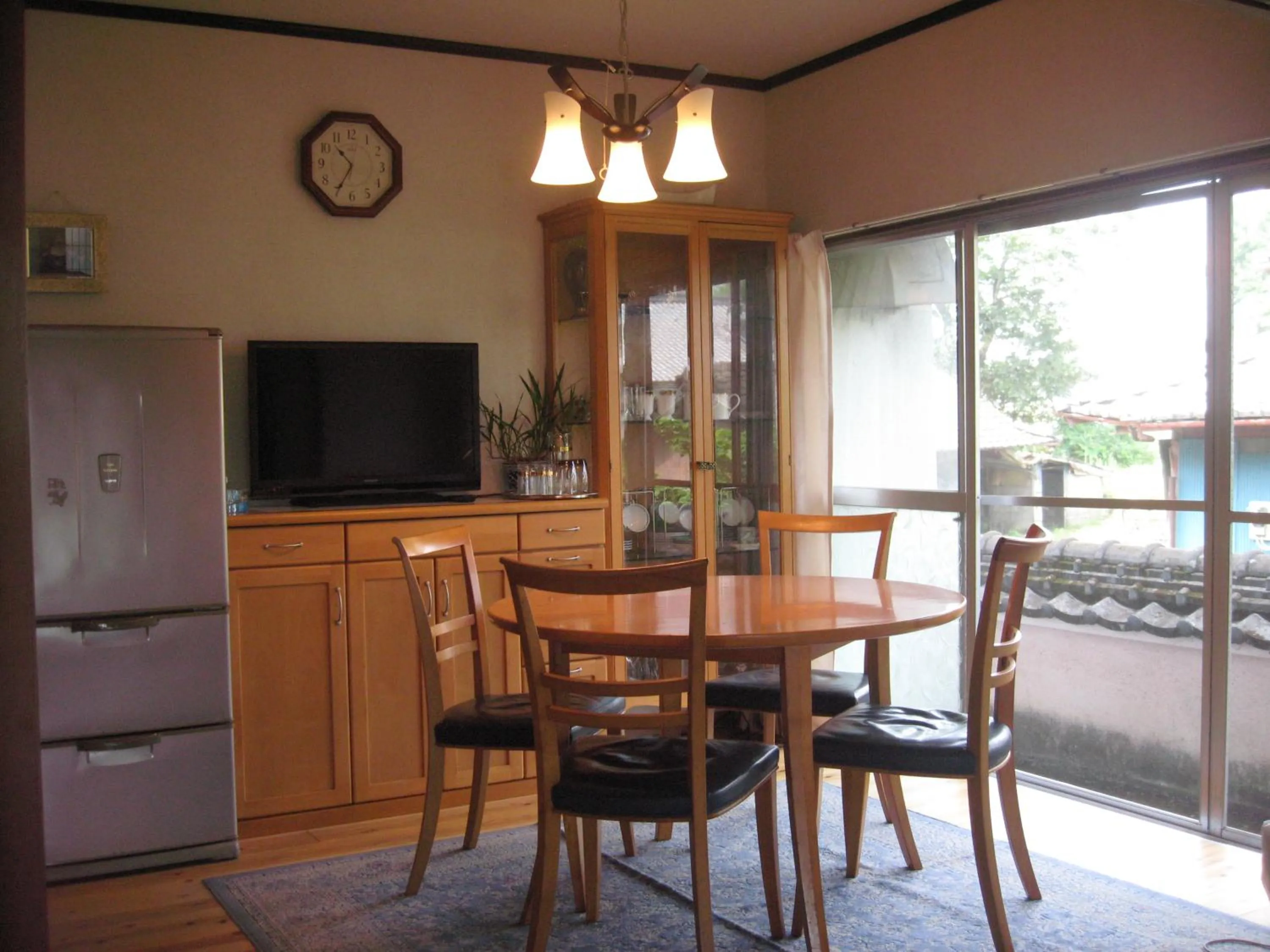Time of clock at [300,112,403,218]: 10:34
